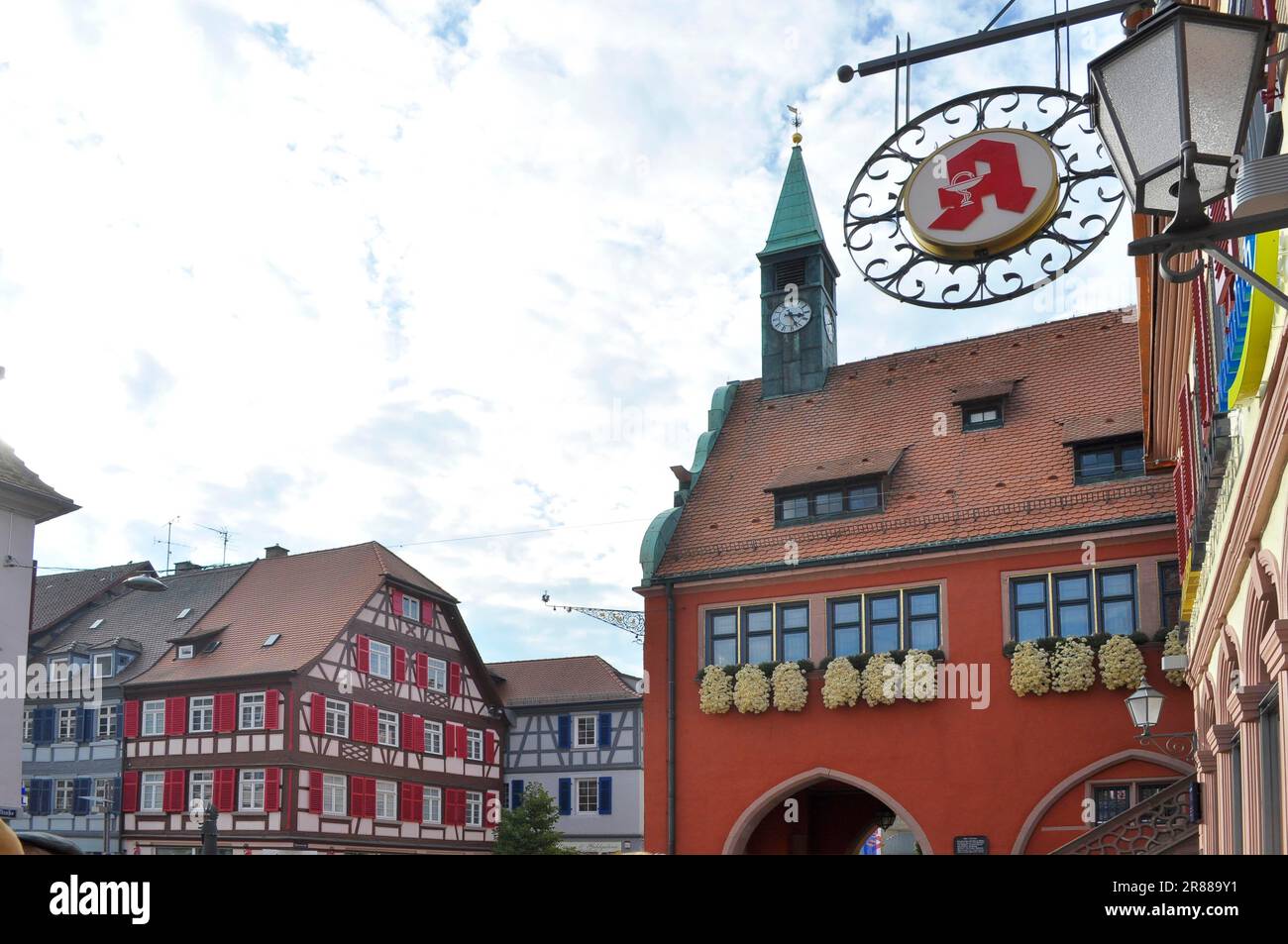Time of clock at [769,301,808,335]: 3:26
